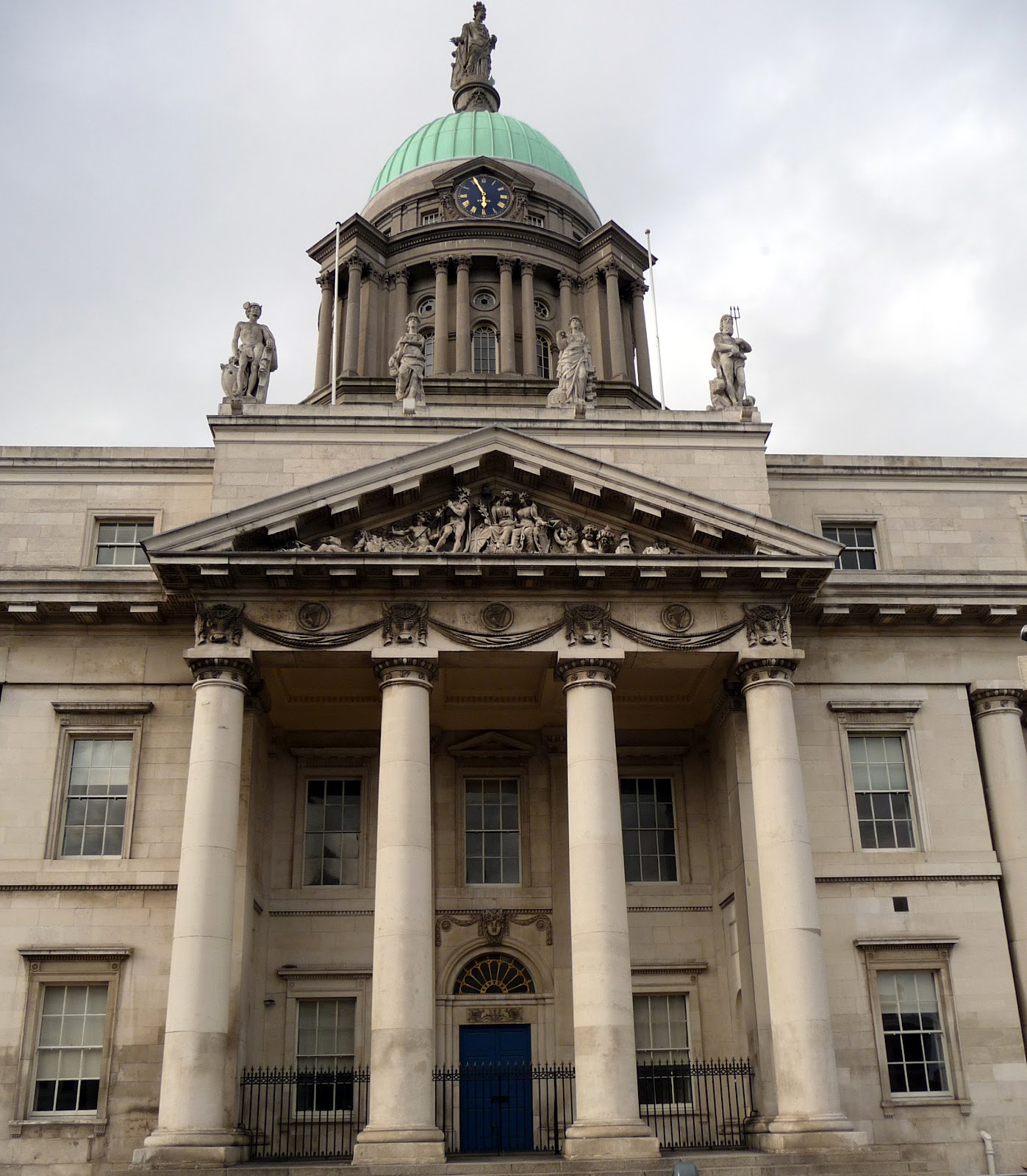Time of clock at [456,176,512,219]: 5:55
